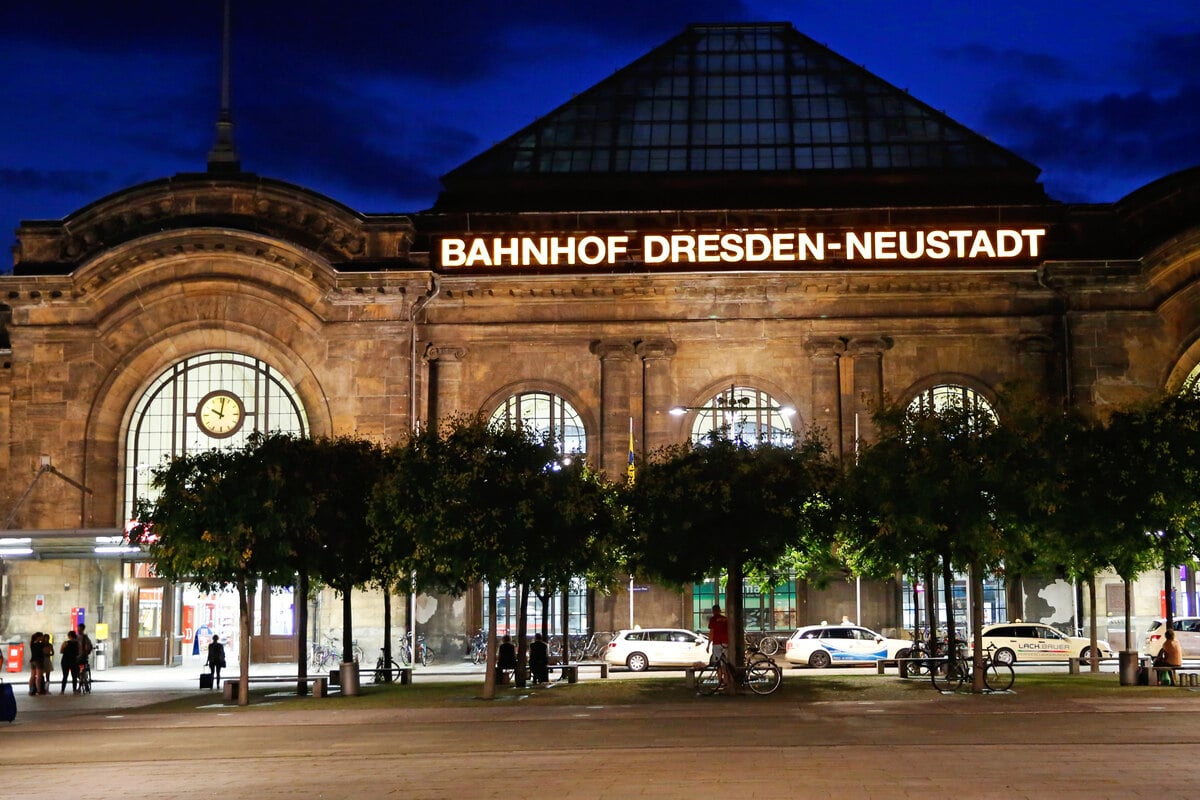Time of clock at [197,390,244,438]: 10:01
